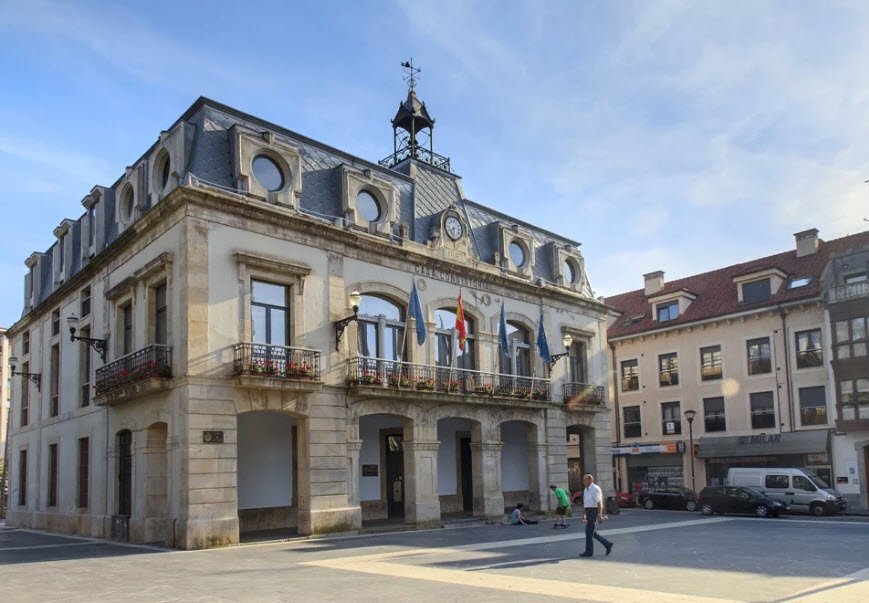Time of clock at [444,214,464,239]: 7:32
